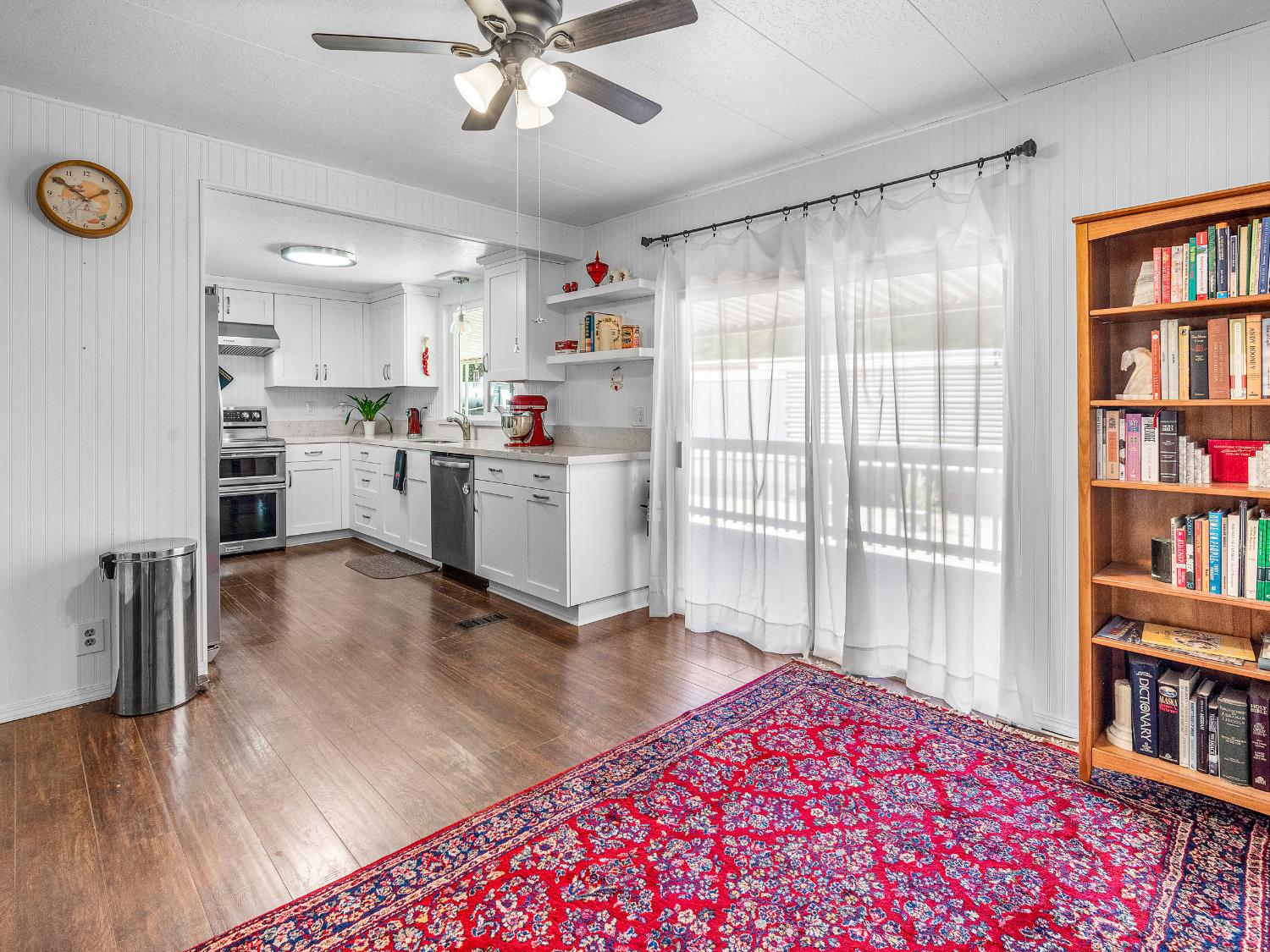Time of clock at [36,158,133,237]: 1:50
